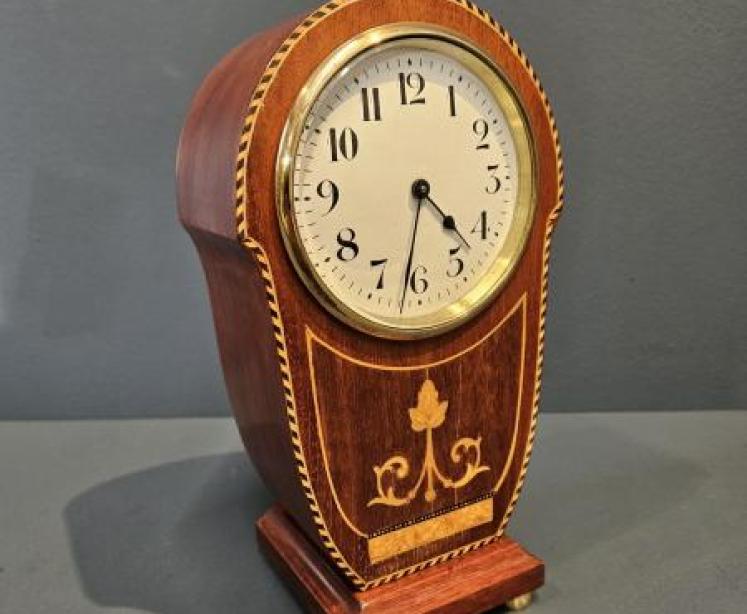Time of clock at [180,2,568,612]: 4:31
